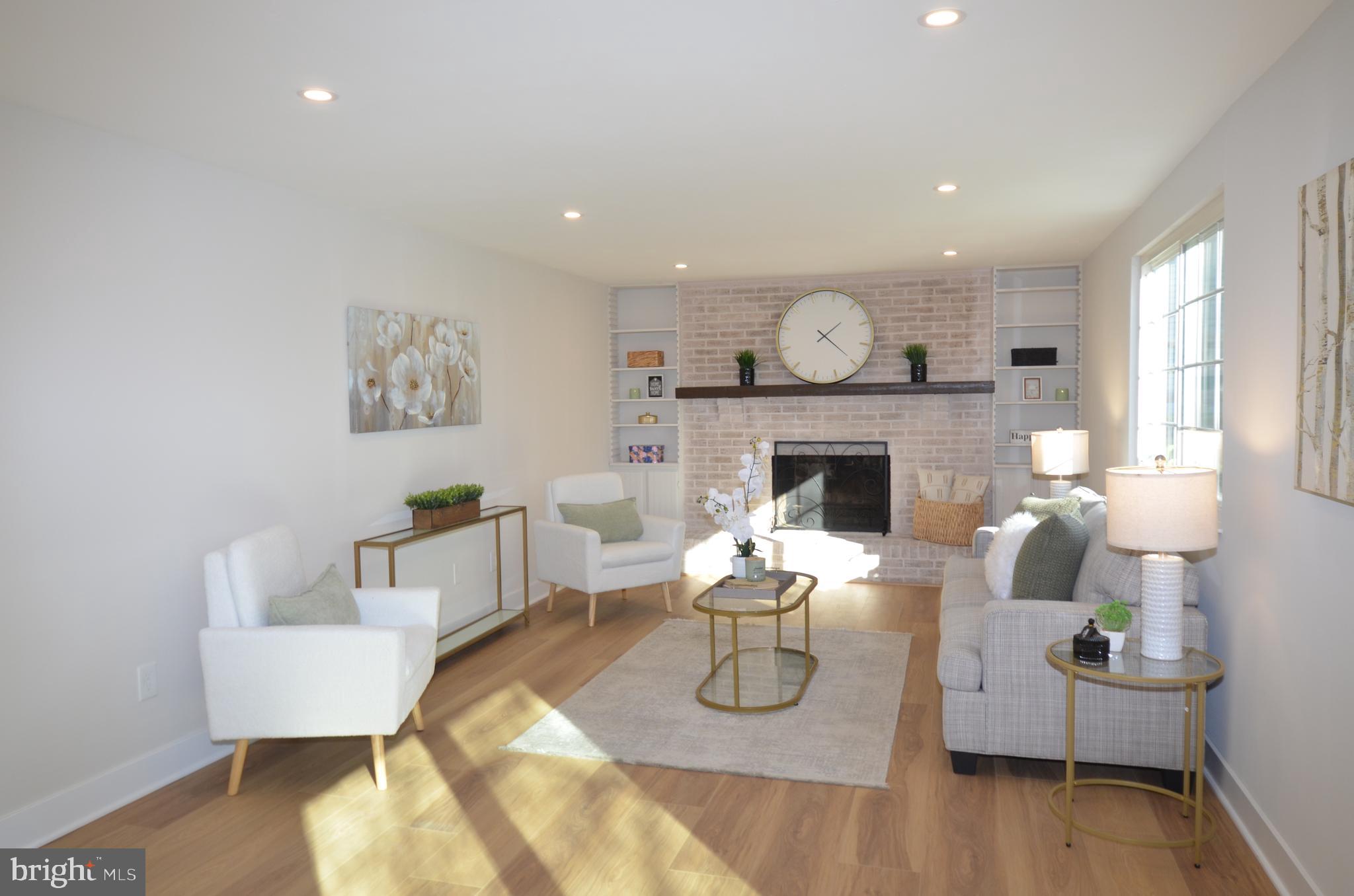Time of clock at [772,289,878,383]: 1:19
